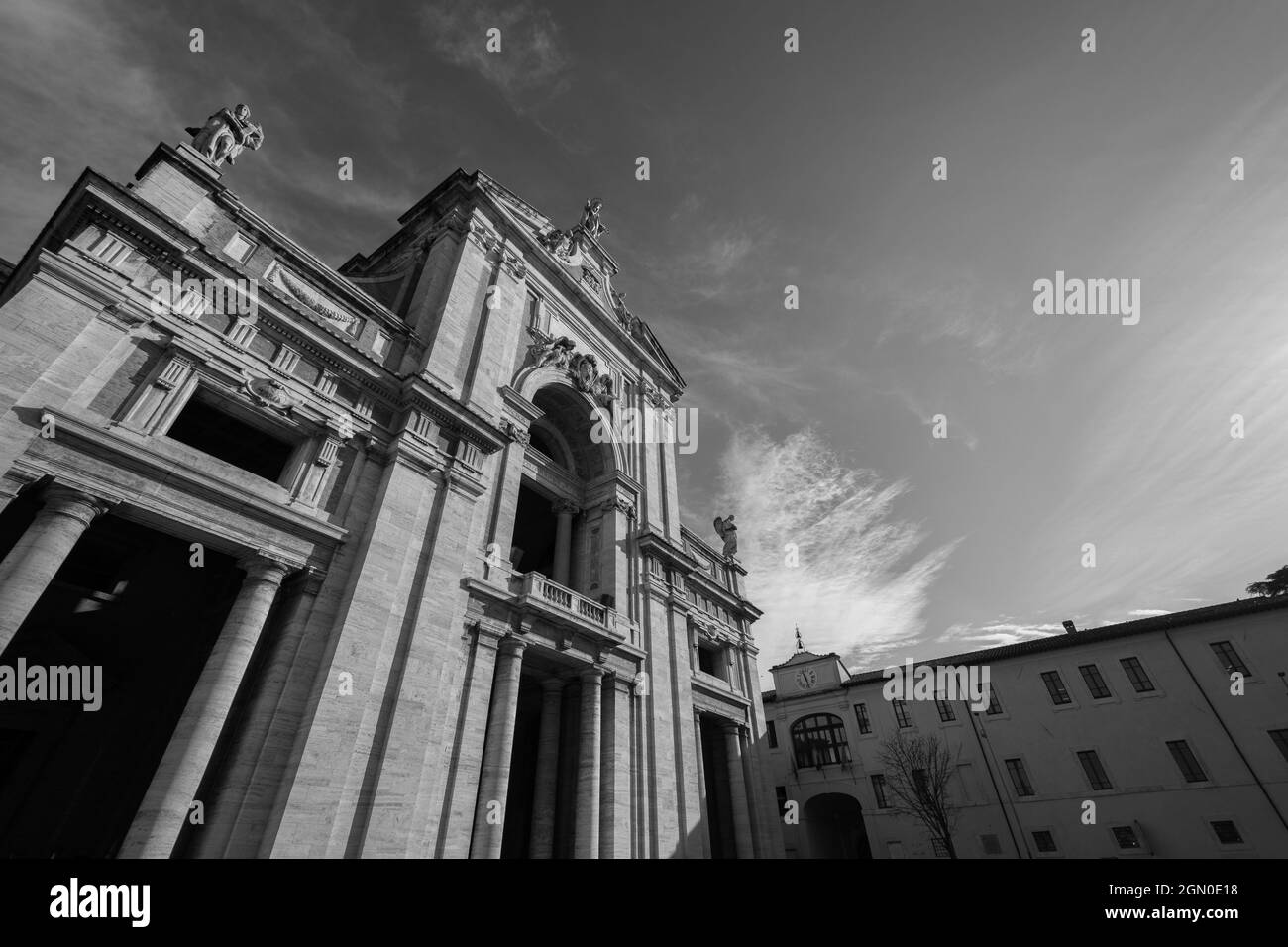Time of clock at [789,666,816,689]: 11:28
